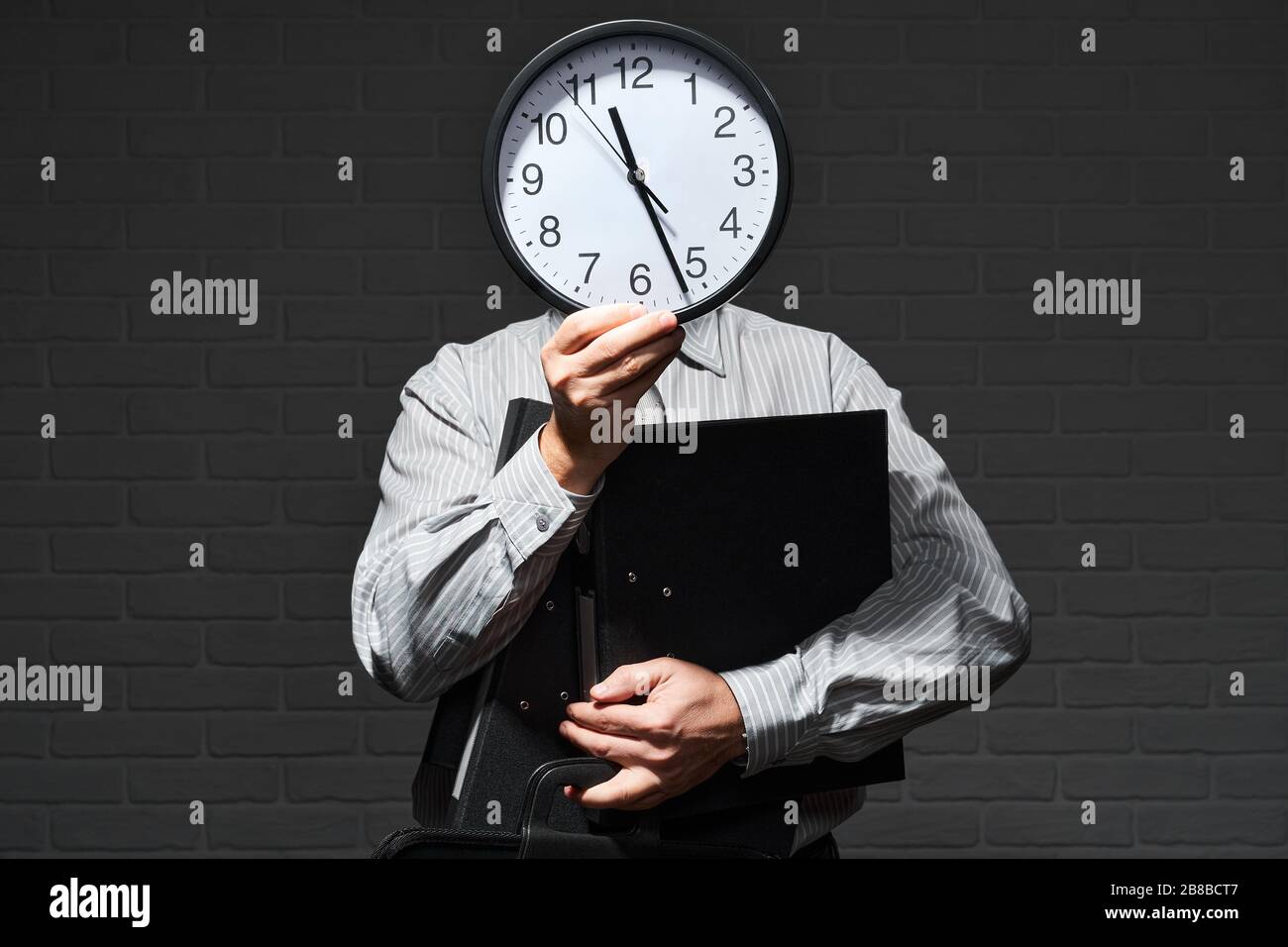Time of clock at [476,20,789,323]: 11:26
